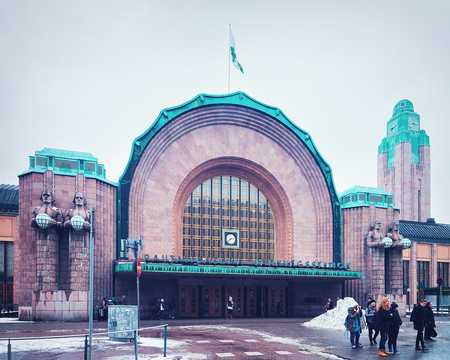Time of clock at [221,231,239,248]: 2:38
